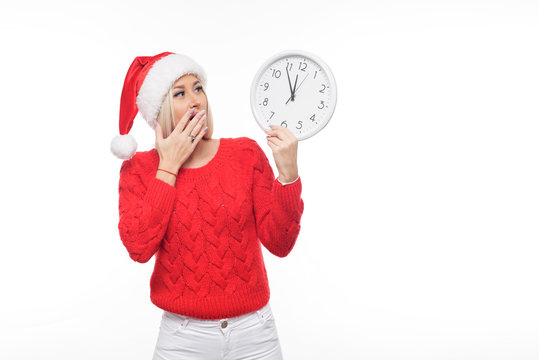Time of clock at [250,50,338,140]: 11:54
